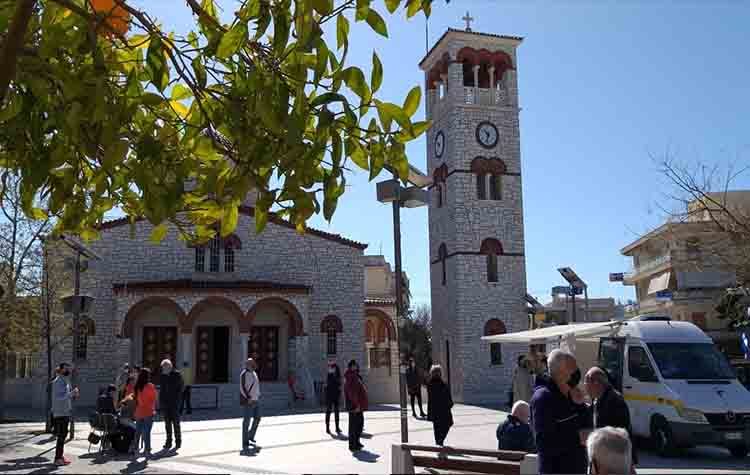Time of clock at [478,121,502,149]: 10:32
